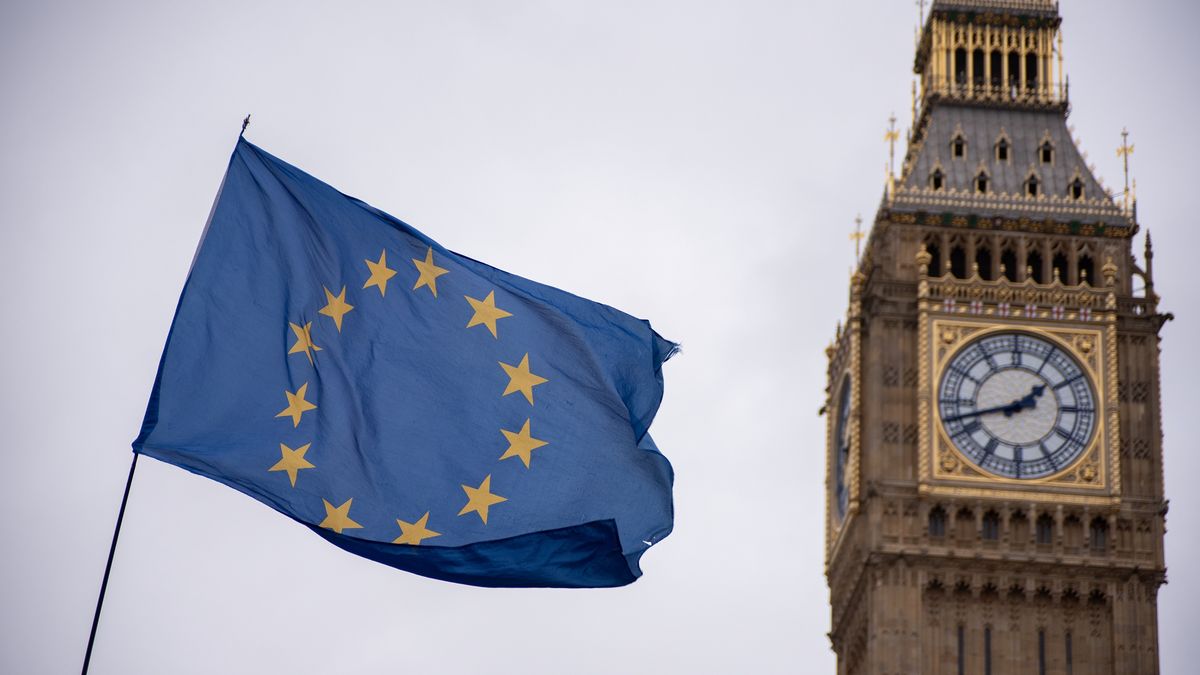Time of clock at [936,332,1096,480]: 1:42
